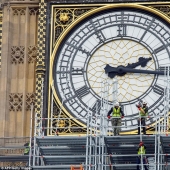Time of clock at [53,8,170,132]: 2:16
